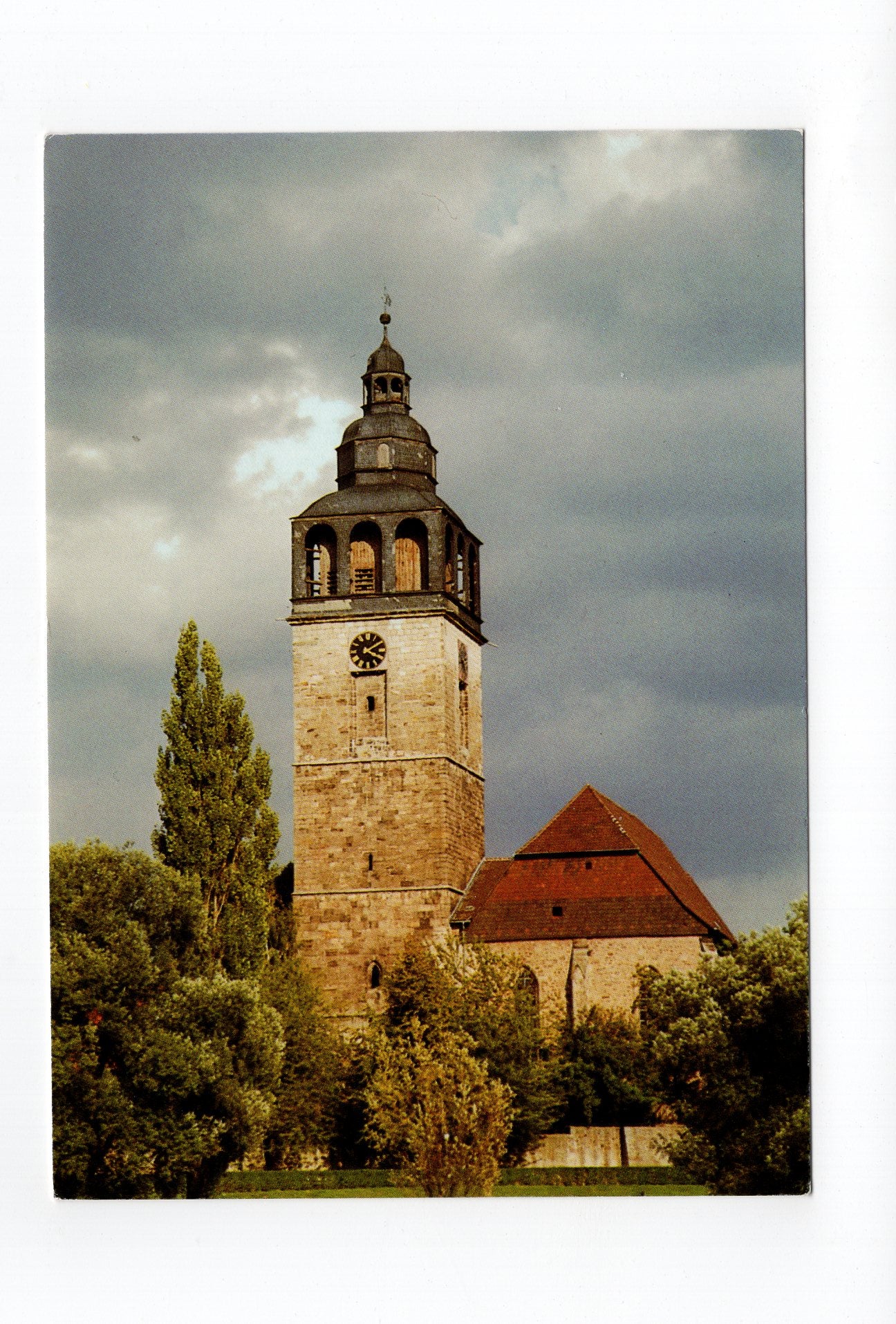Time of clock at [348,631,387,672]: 4:09
